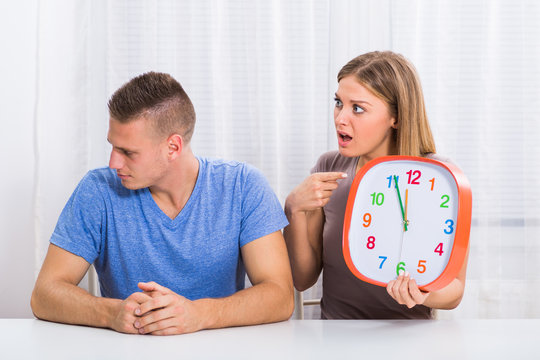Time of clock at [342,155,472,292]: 11:55
